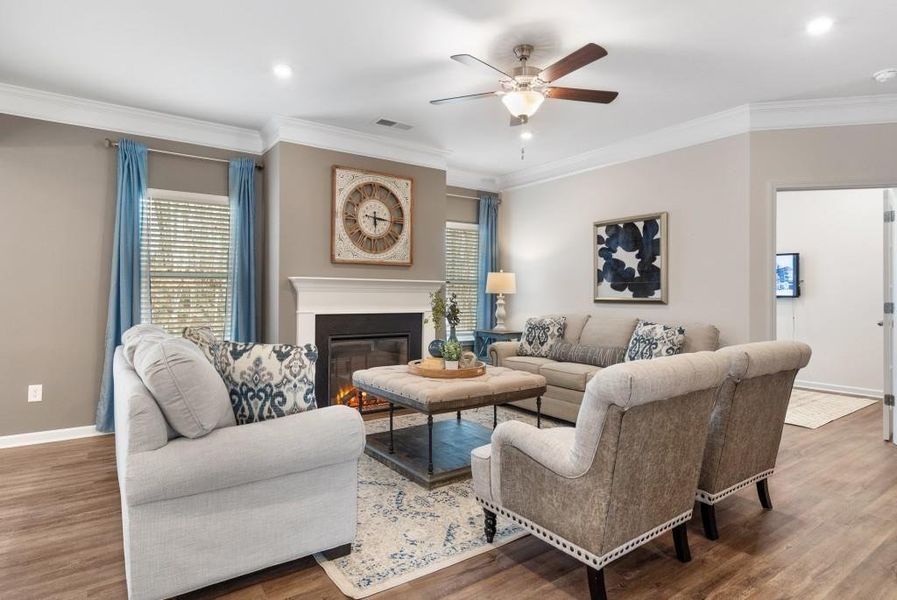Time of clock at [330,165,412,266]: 6:15
